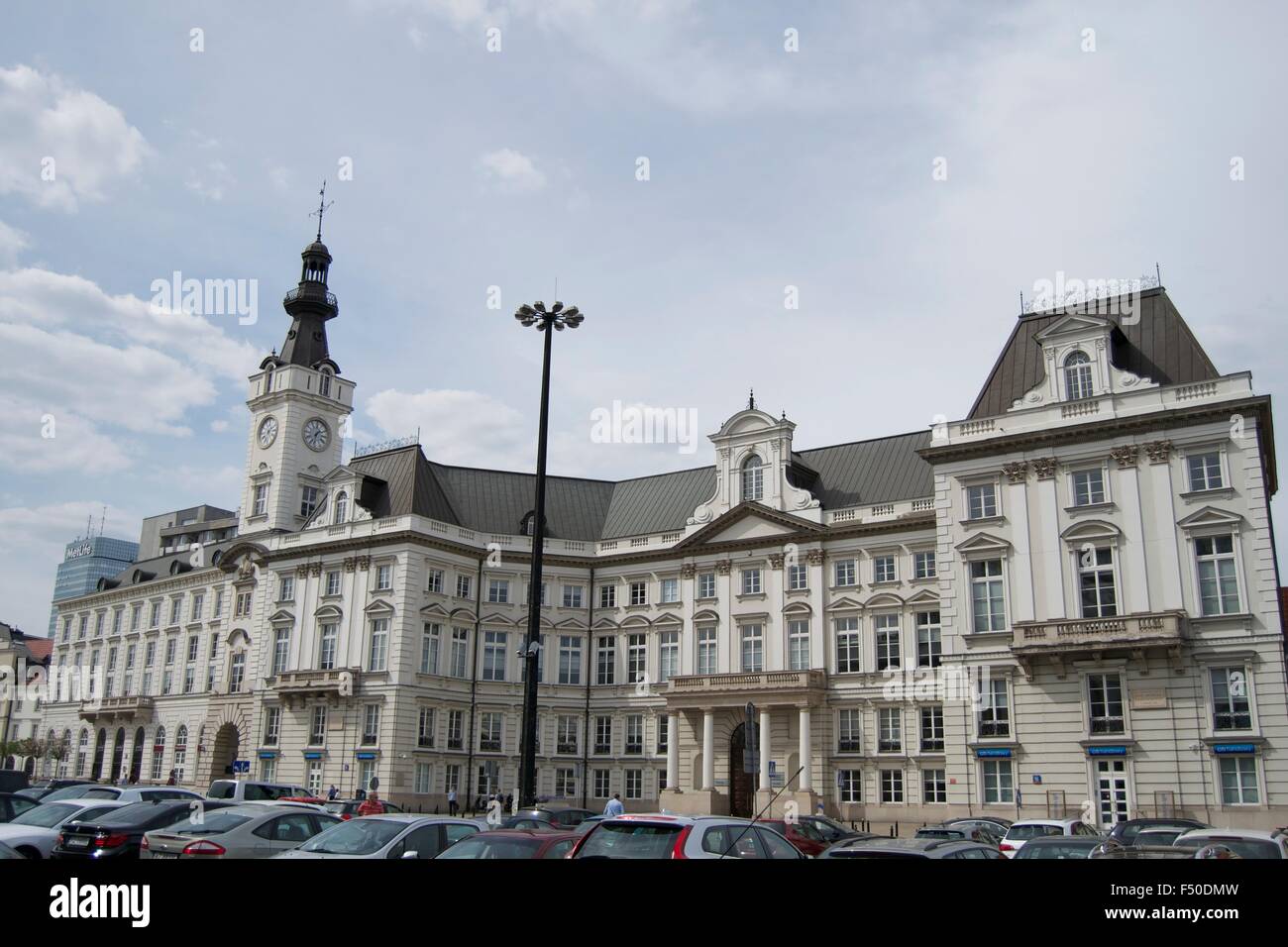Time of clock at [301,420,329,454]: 1:32
